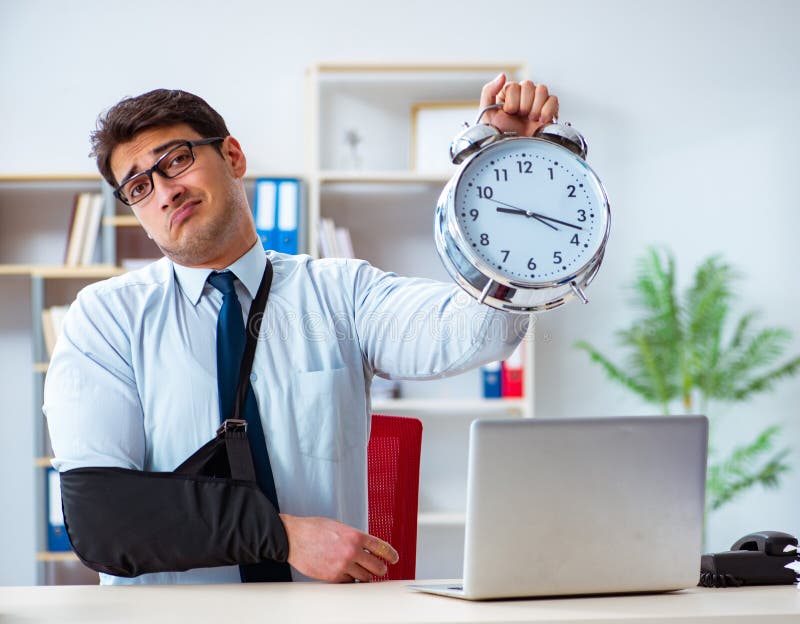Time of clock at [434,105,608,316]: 9:17
